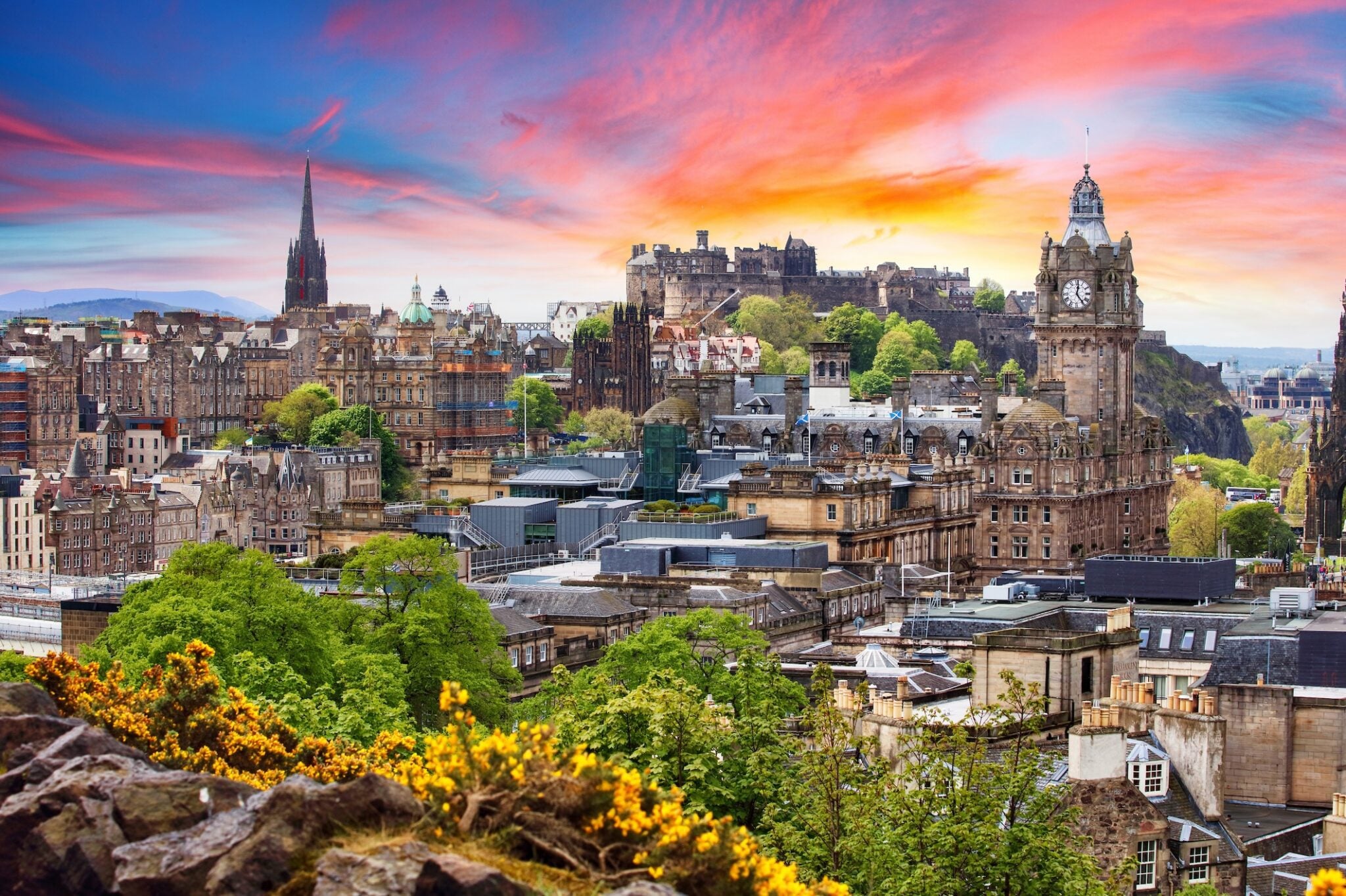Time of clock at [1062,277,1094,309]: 12:23
